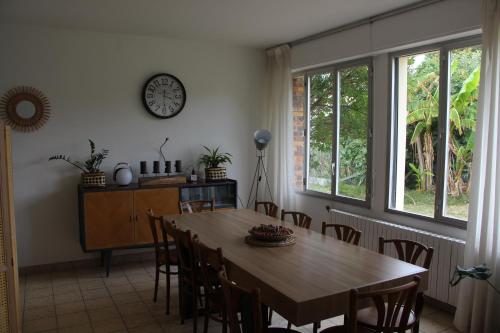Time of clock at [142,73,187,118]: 3:29
